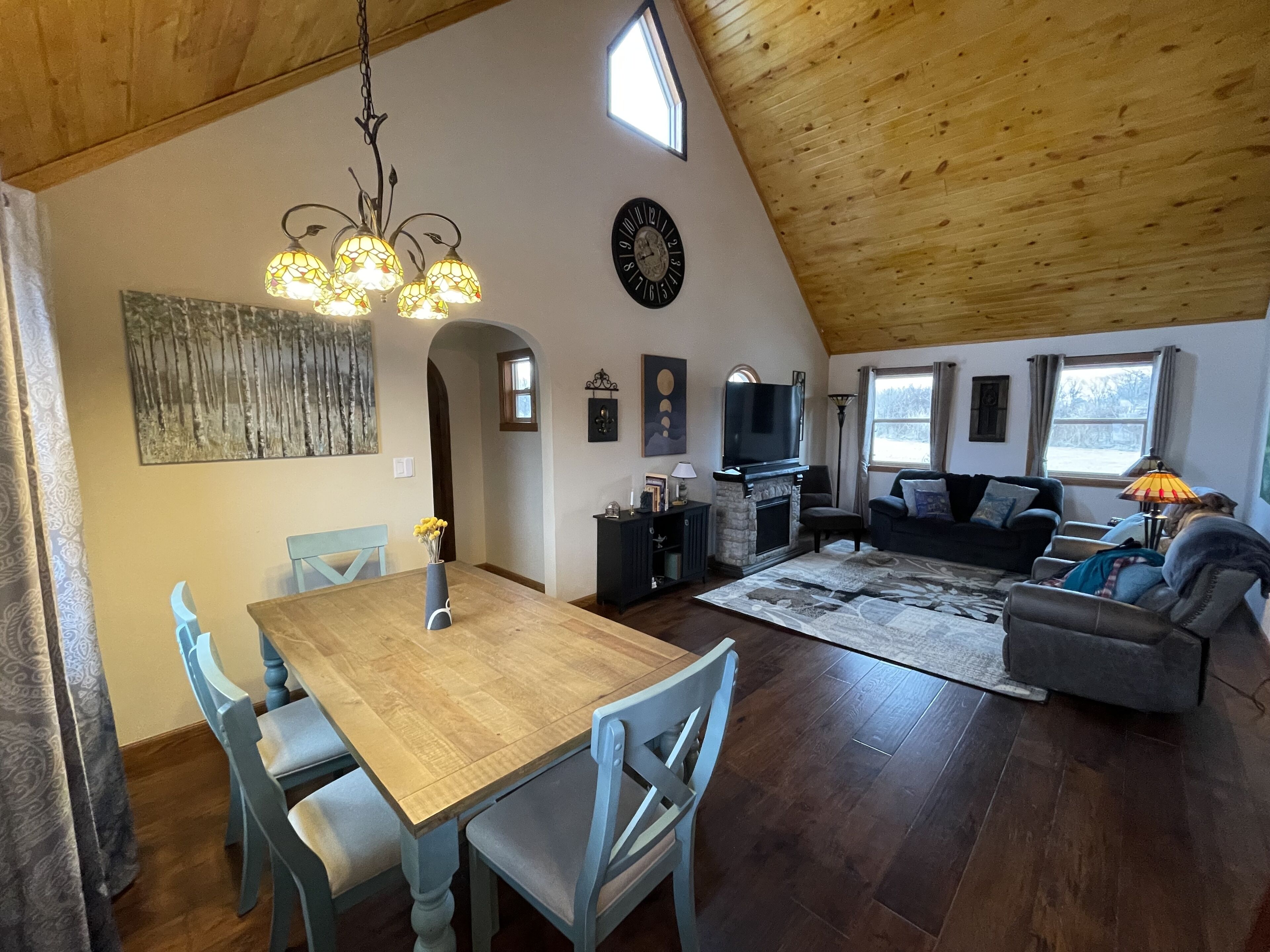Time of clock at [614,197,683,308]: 10:41
